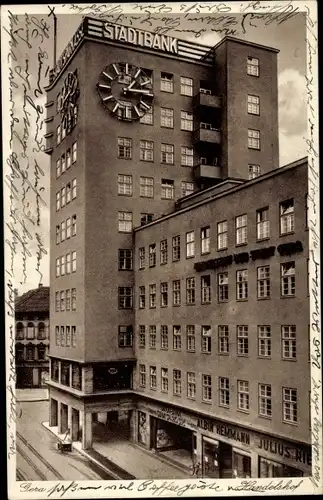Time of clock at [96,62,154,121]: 1:14
